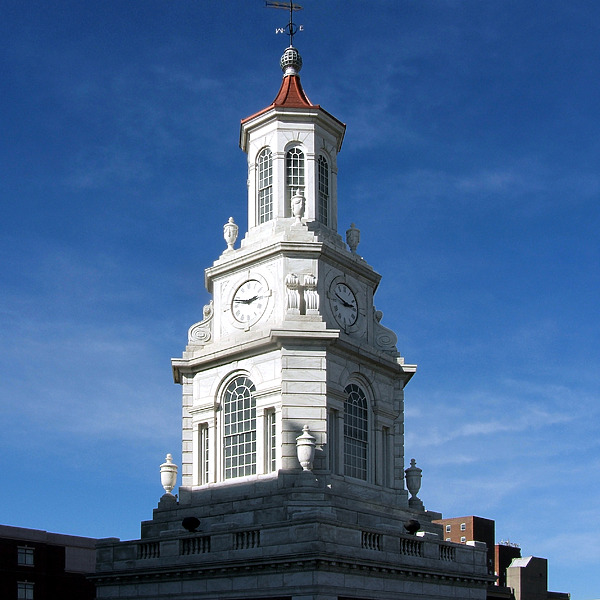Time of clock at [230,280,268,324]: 2:48
